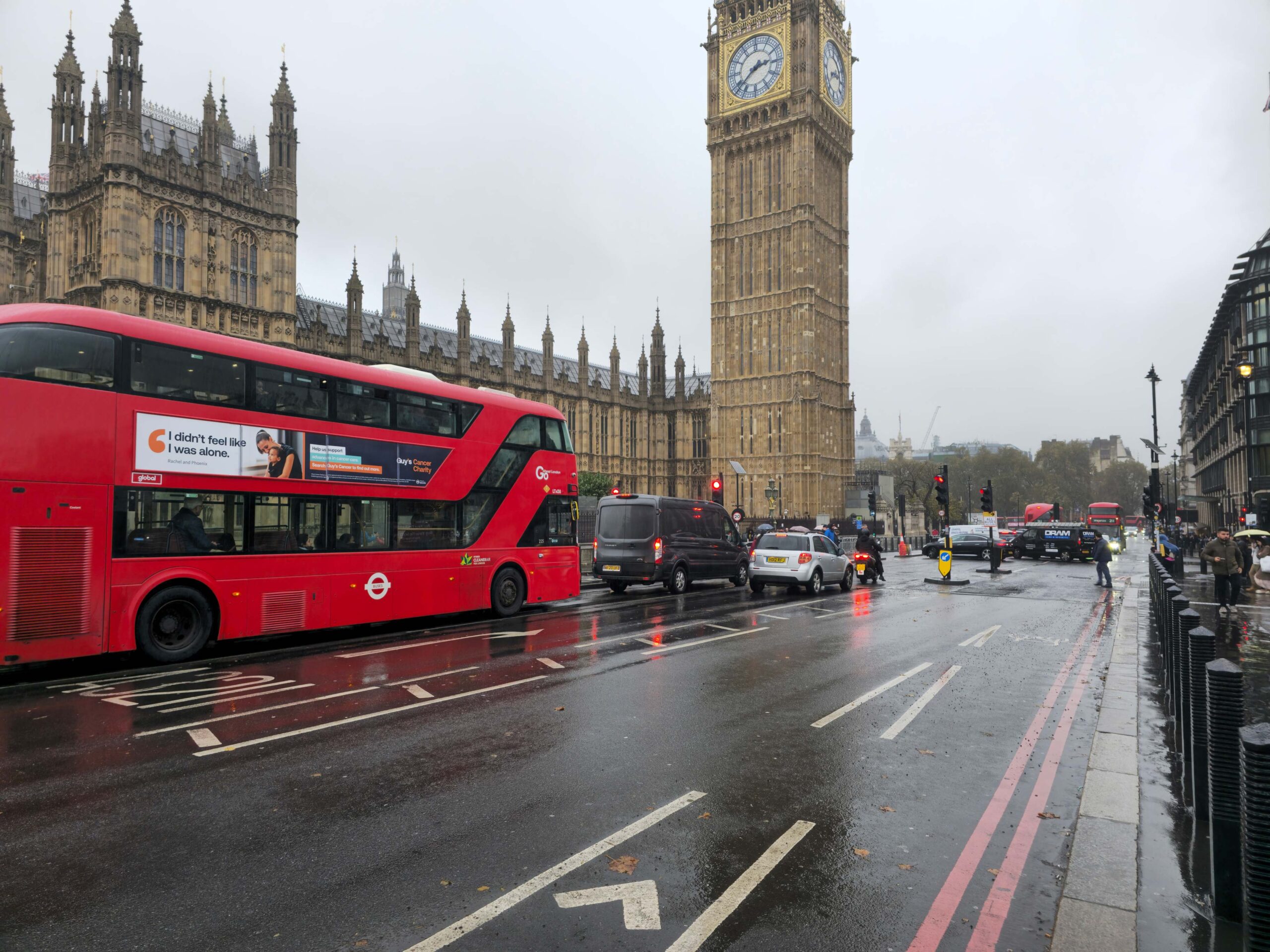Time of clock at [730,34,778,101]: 2:38
